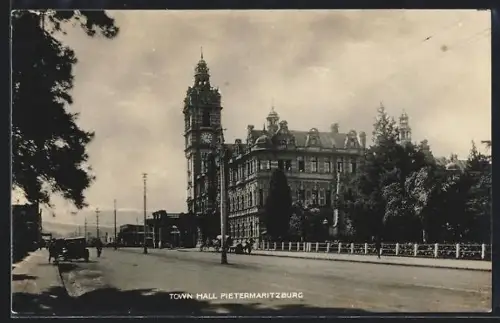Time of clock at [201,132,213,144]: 3:03
